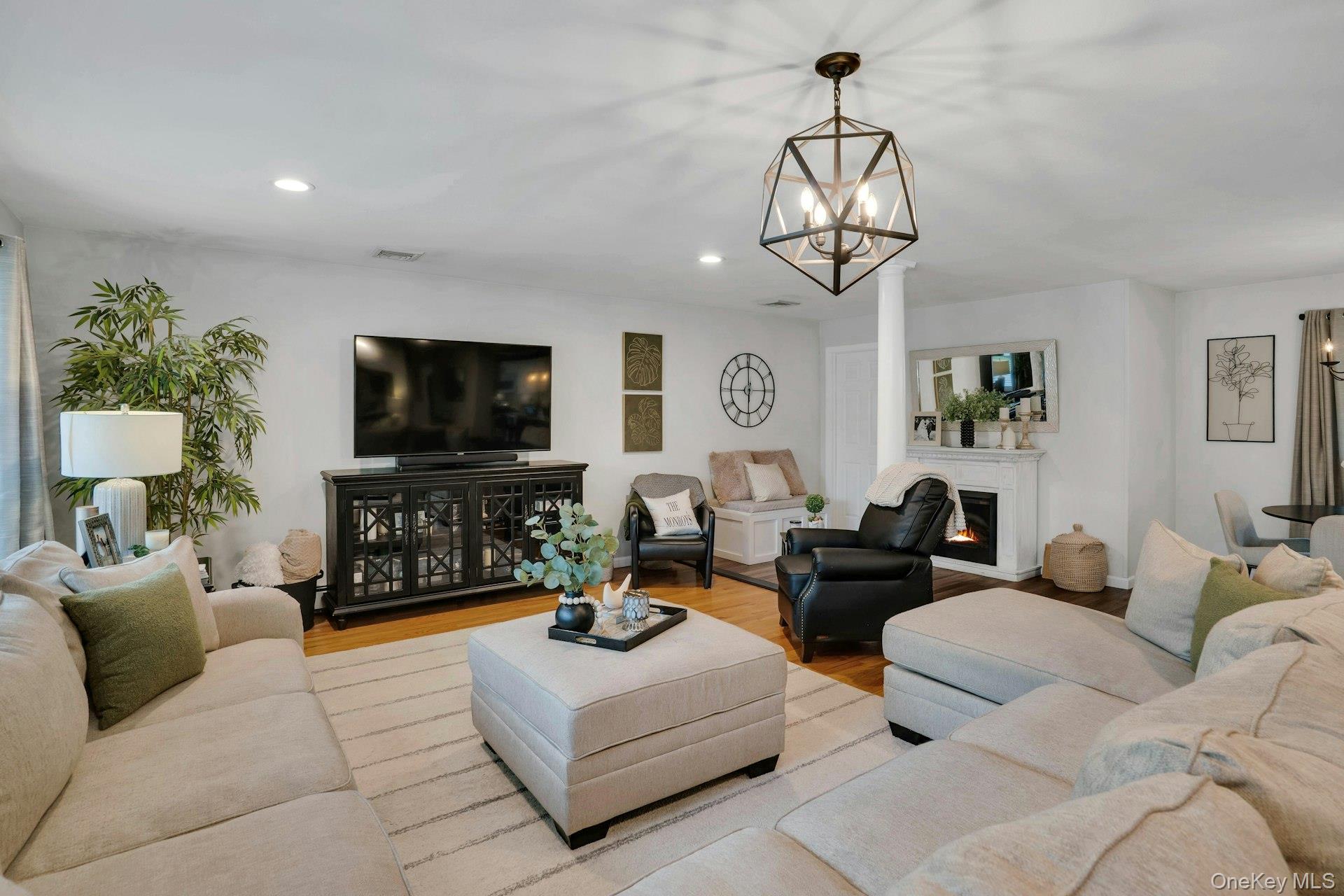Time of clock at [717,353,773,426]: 5:59
